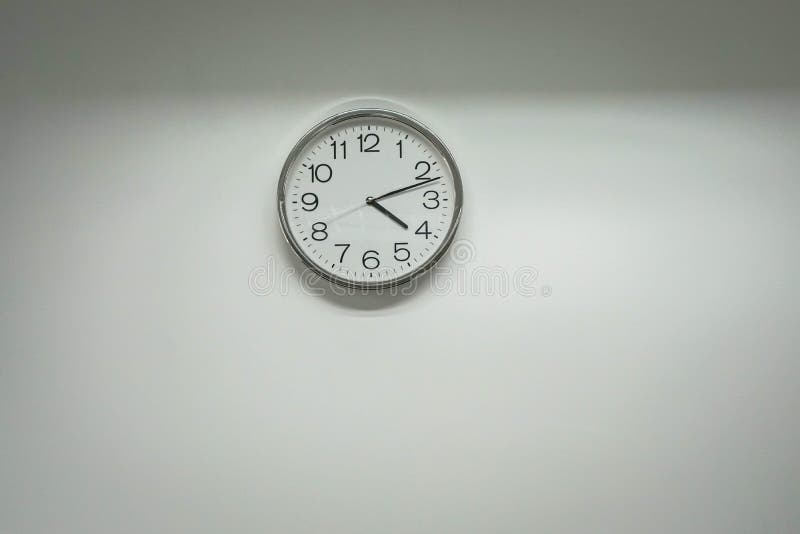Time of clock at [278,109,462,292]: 4:11
